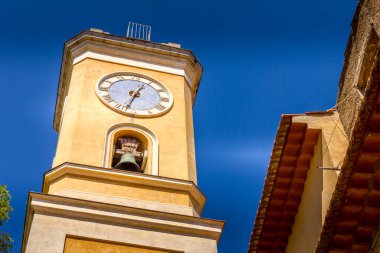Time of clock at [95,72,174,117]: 12:32
